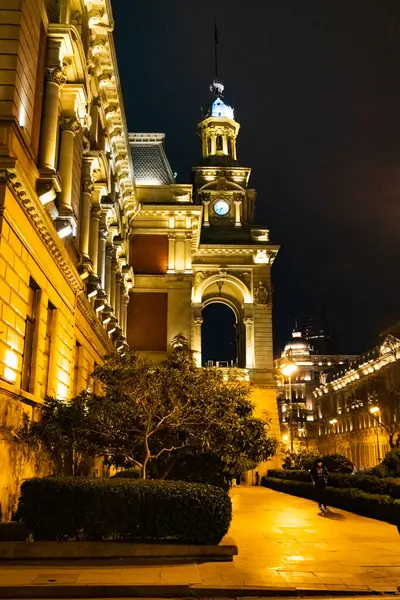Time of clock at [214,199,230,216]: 6:41
